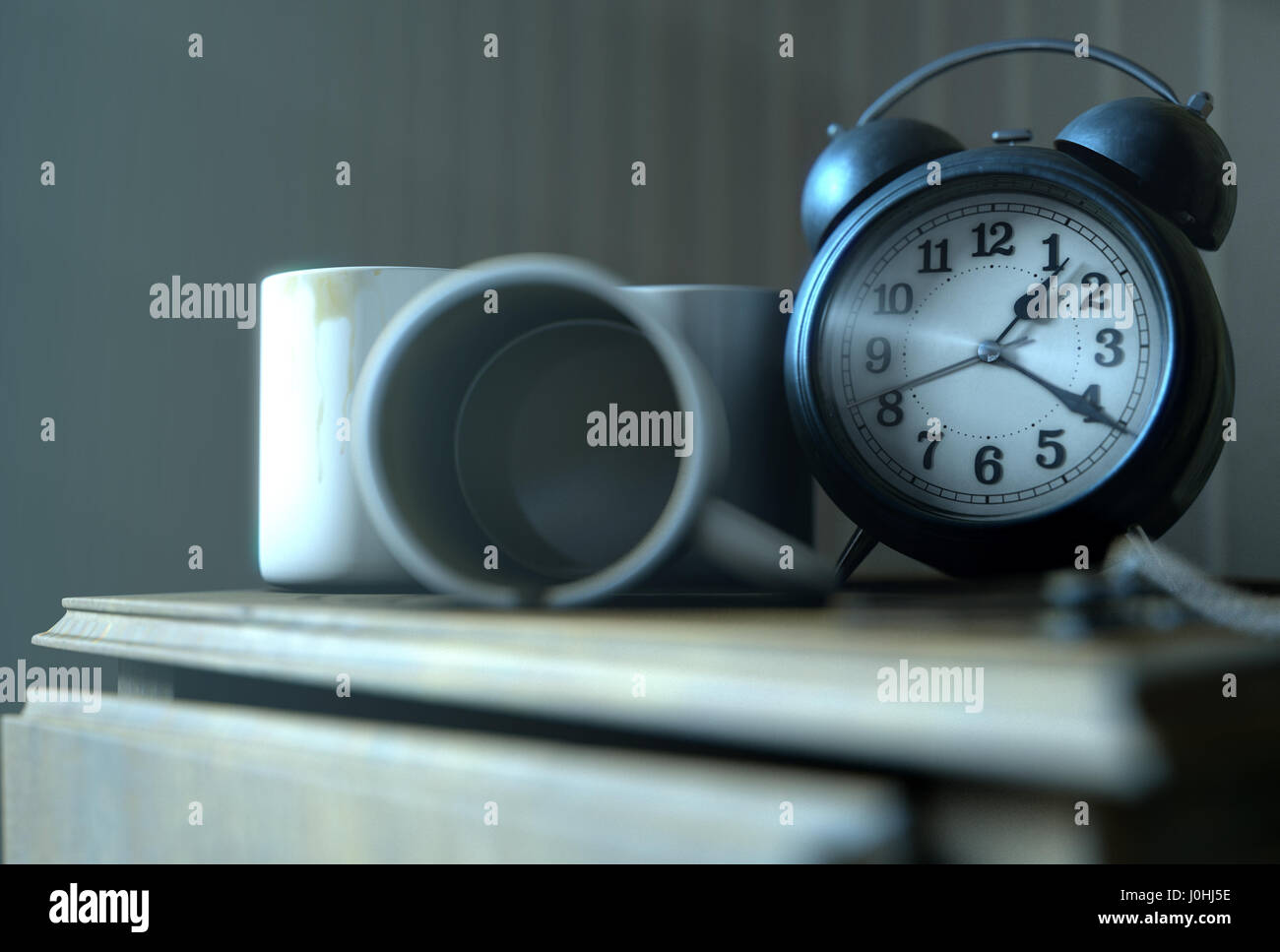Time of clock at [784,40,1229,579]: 1:20
